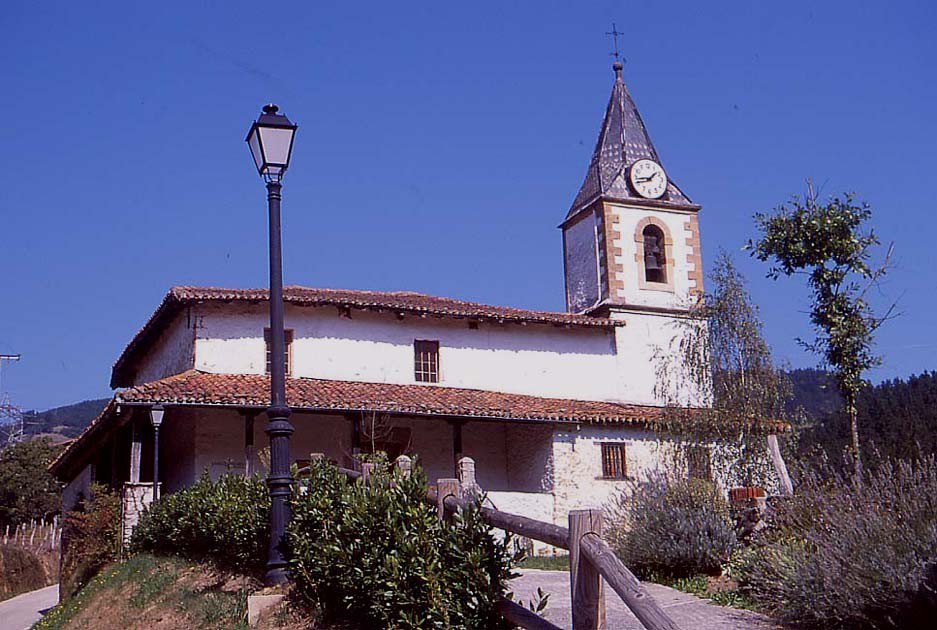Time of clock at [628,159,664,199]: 1:43
